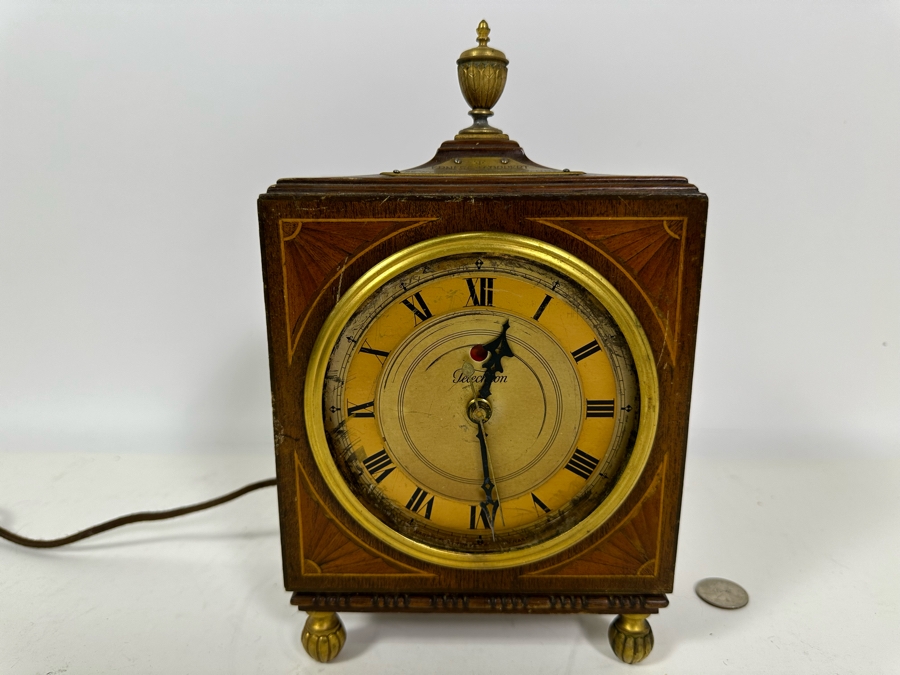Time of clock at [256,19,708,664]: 12:29
